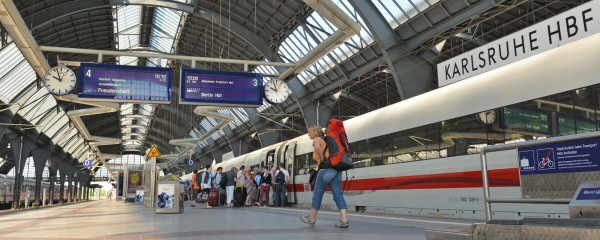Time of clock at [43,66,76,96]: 9:57
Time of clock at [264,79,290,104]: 9:57
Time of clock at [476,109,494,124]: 1:30
